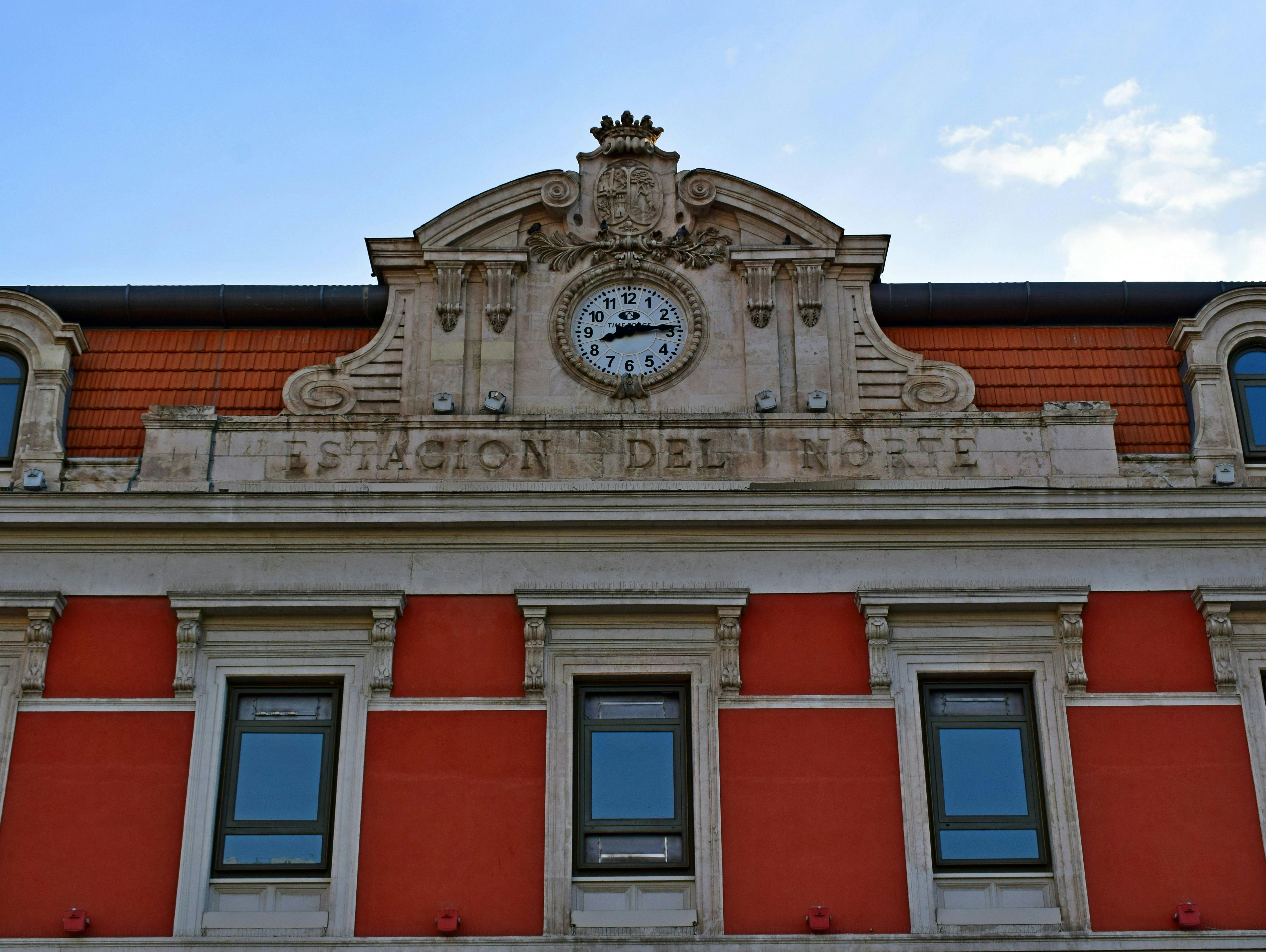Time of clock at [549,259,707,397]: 8:14
